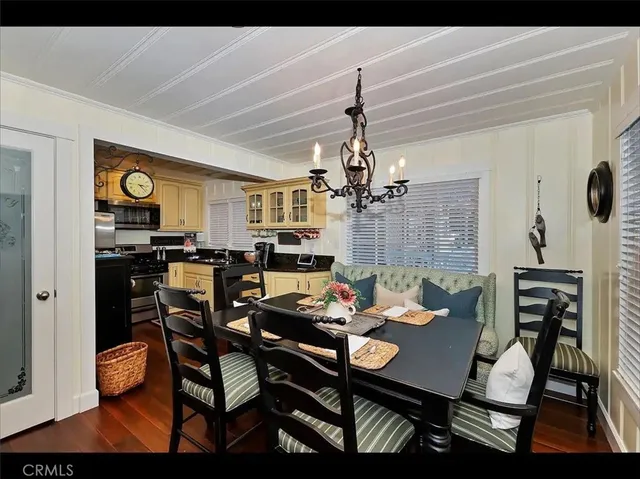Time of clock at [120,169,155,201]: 3:22
